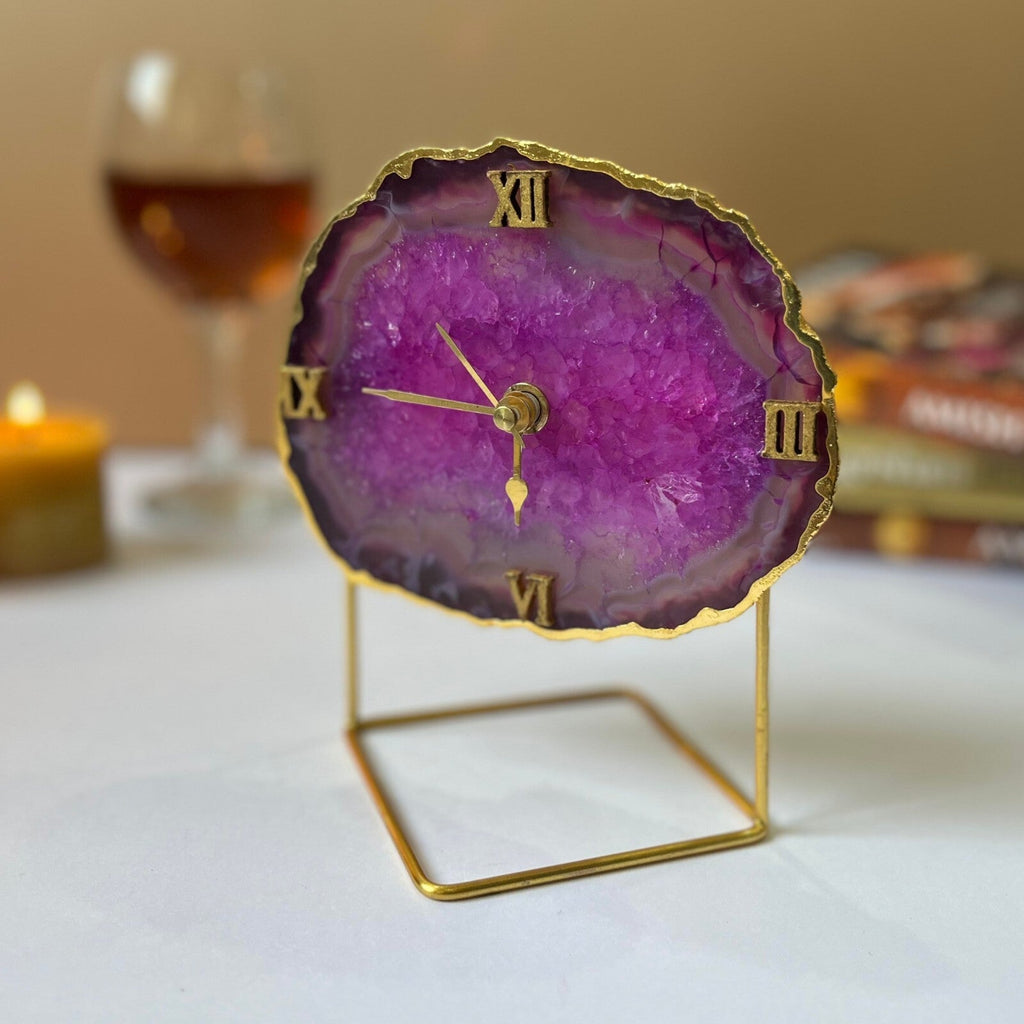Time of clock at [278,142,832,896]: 10:45
